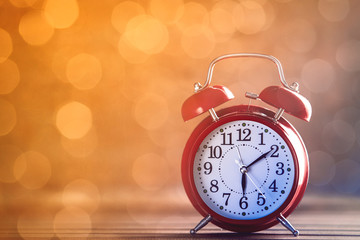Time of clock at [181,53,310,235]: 6:09
